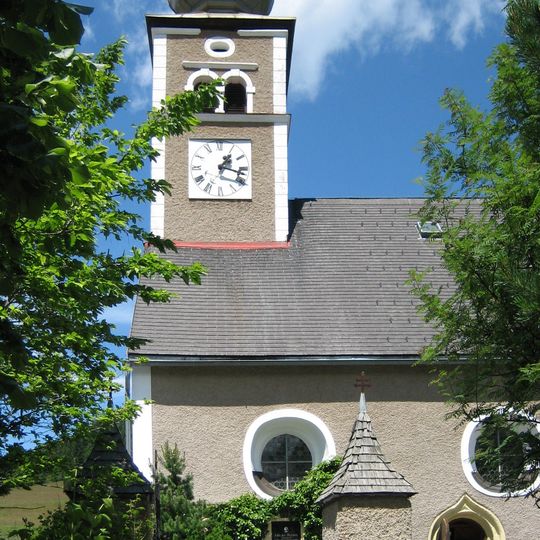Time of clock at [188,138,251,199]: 1:17
